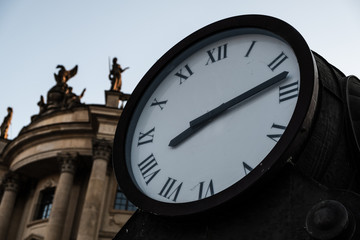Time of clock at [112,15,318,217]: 8:12
